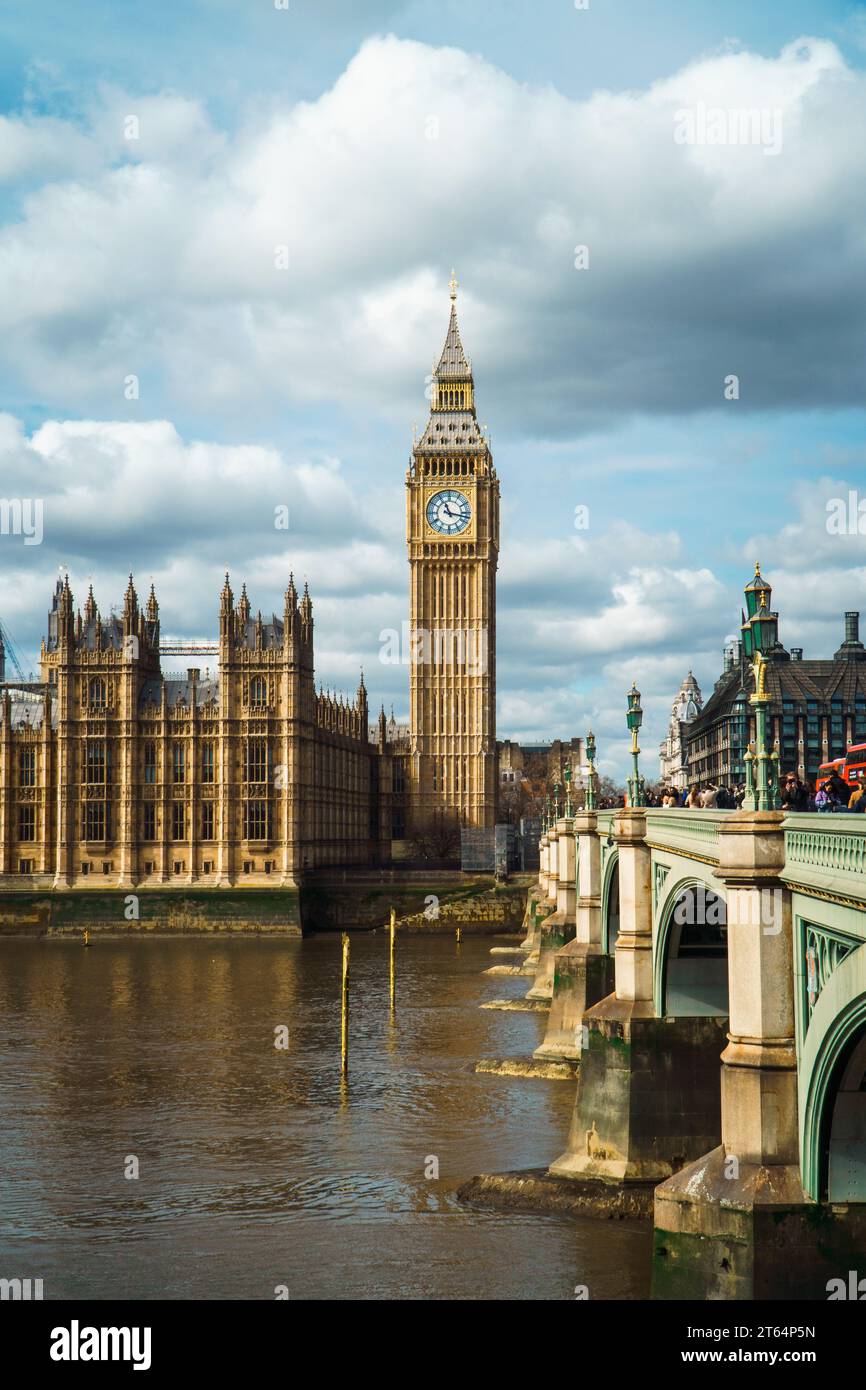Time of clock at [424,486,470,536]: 11:17
